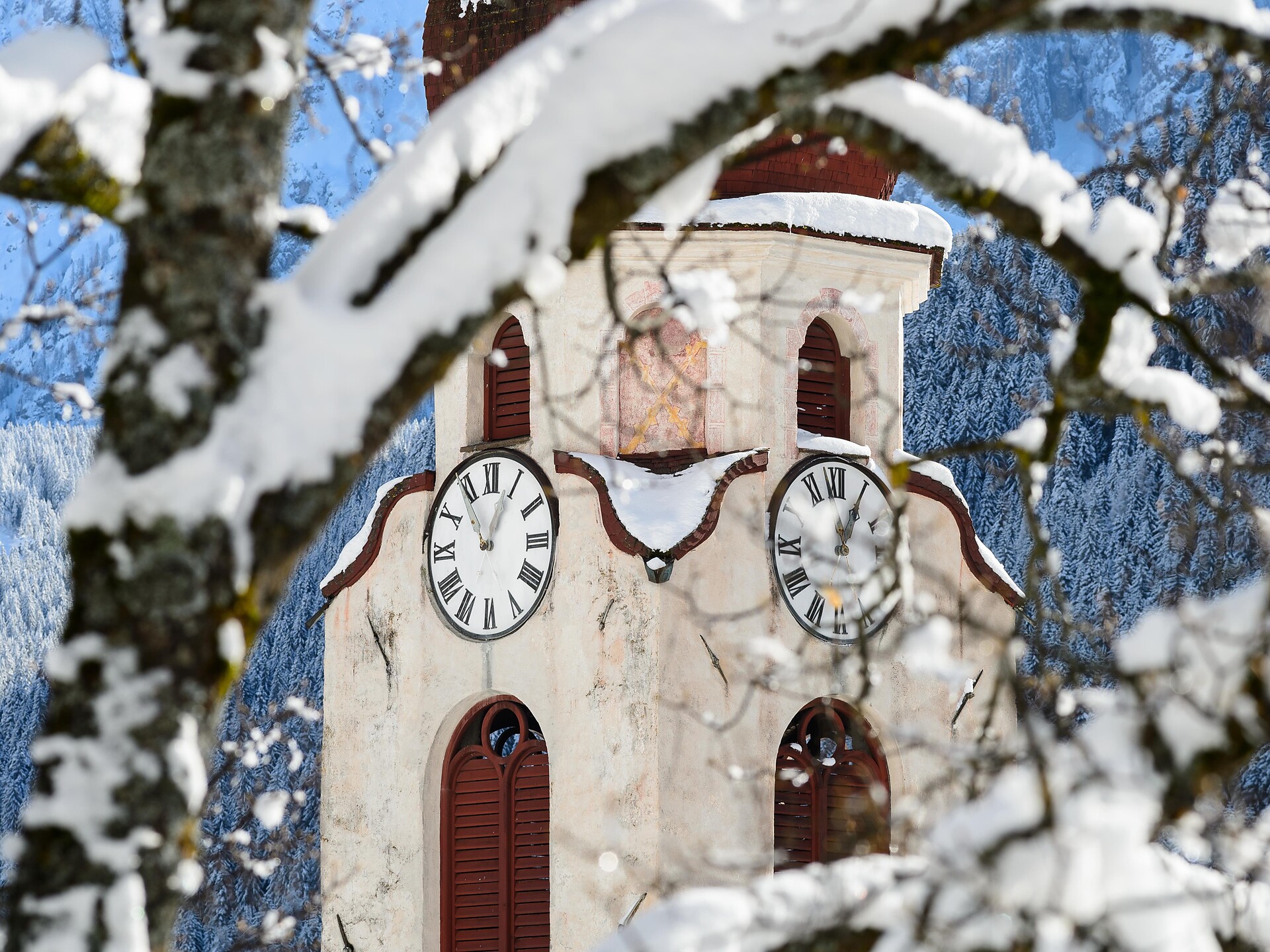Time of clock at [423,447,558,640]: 11:04
